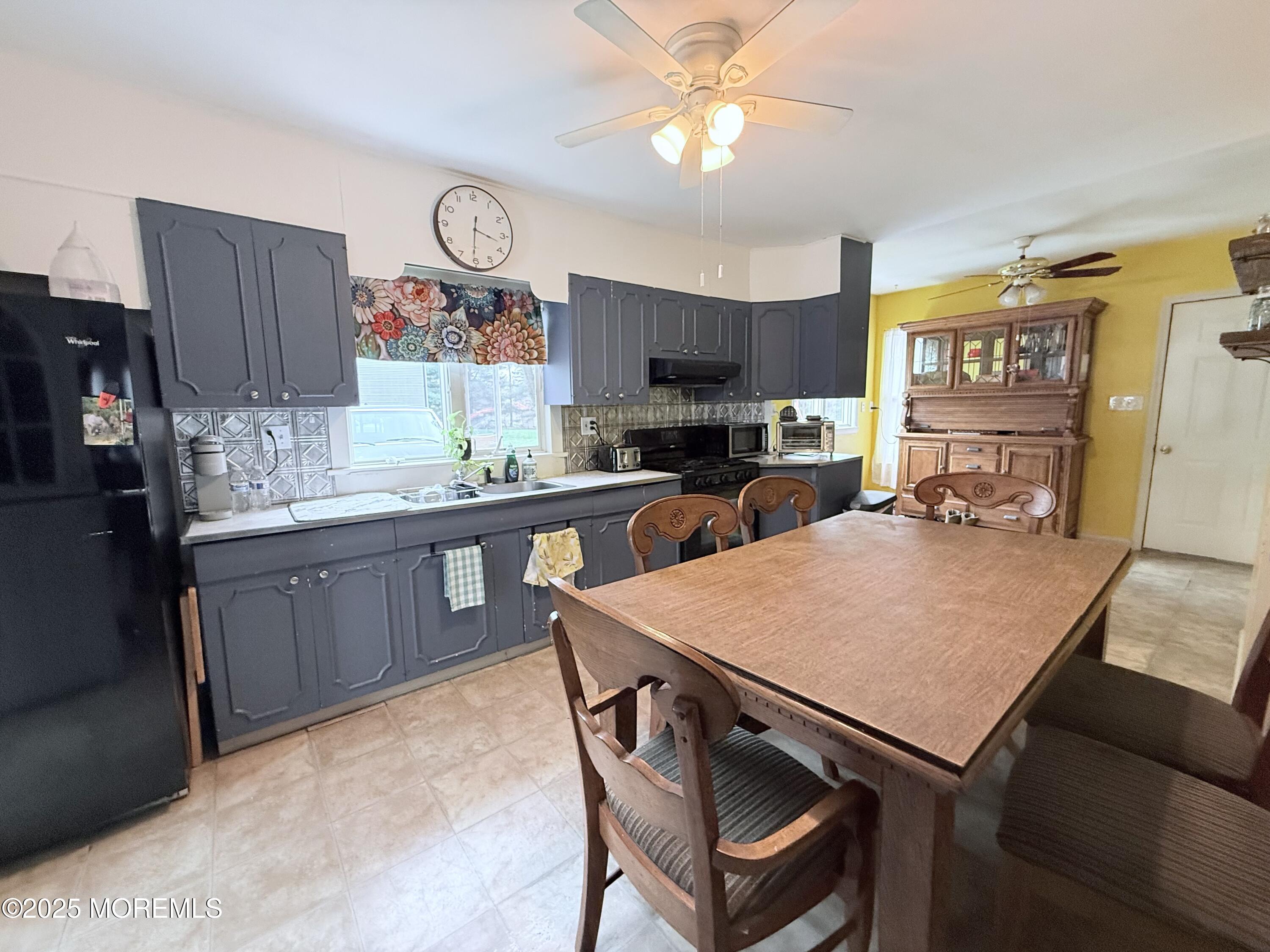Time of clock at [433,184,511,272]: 3:30
